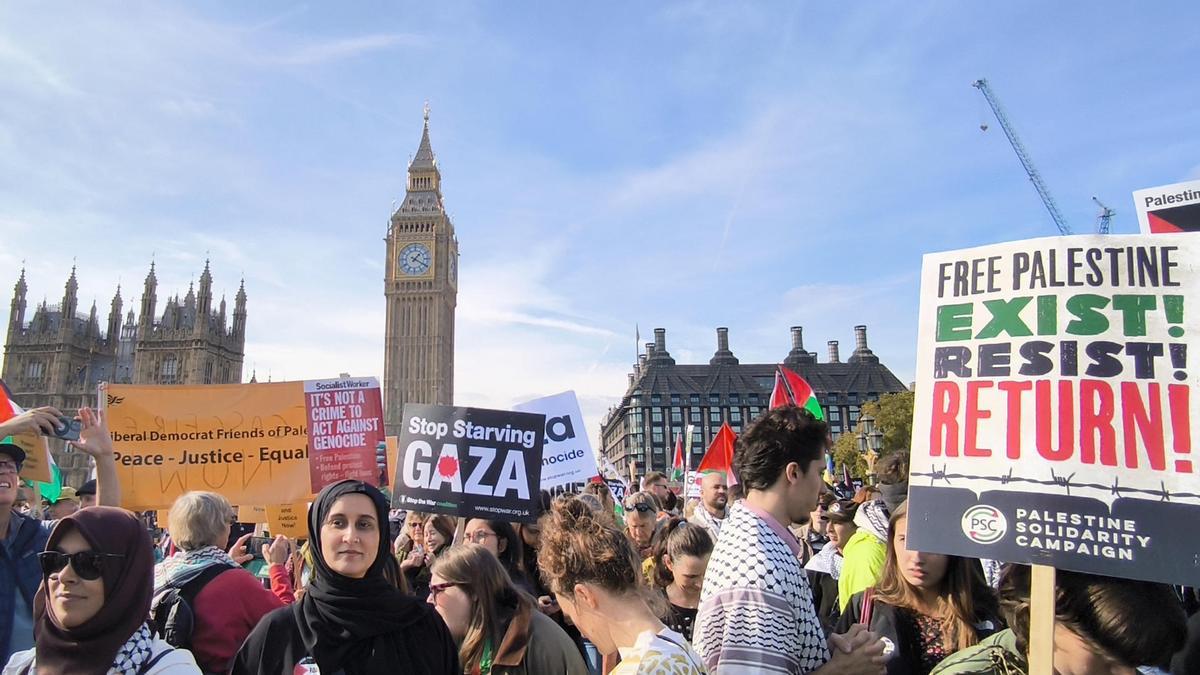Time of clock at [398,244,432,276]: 1:19
